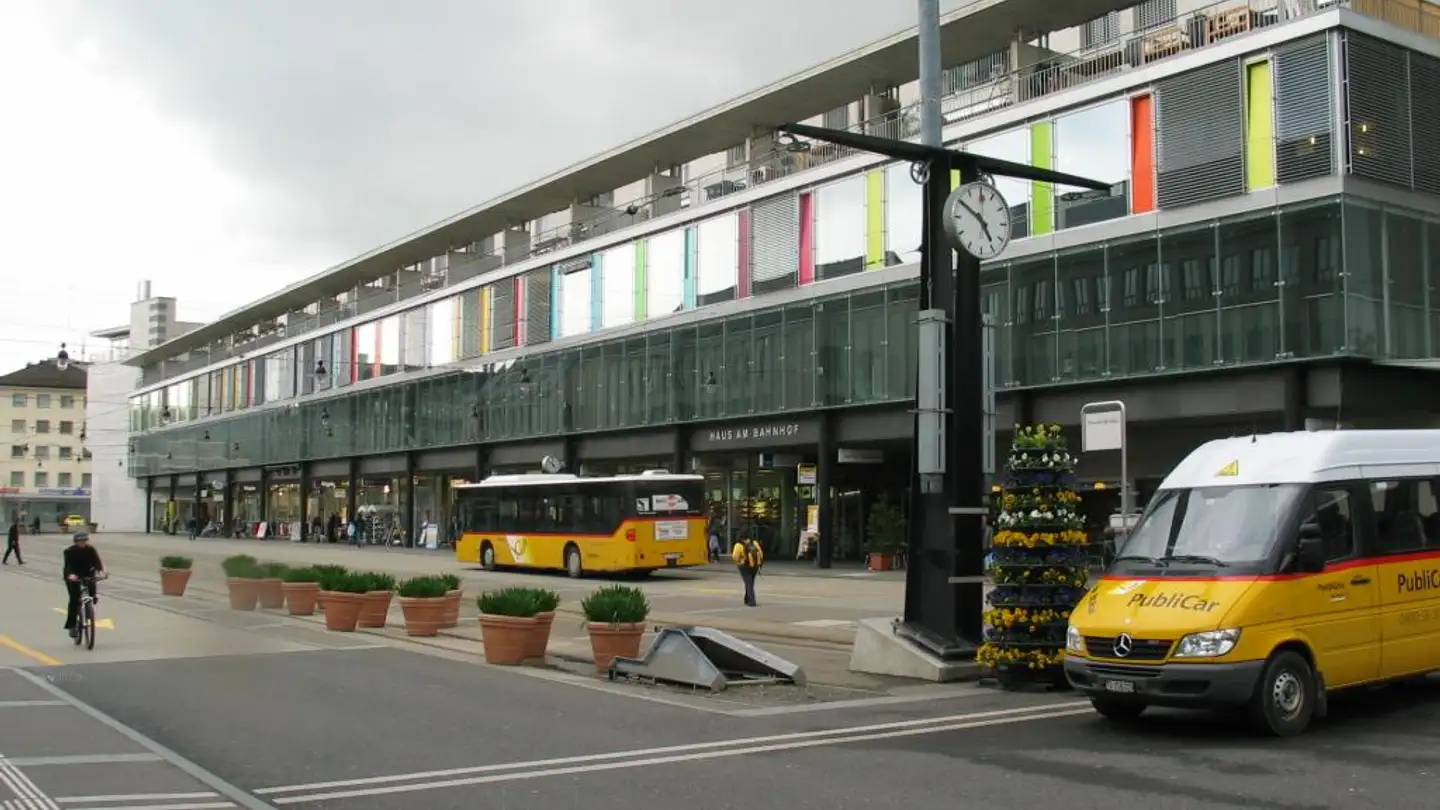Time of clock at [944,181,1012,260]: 4:50
